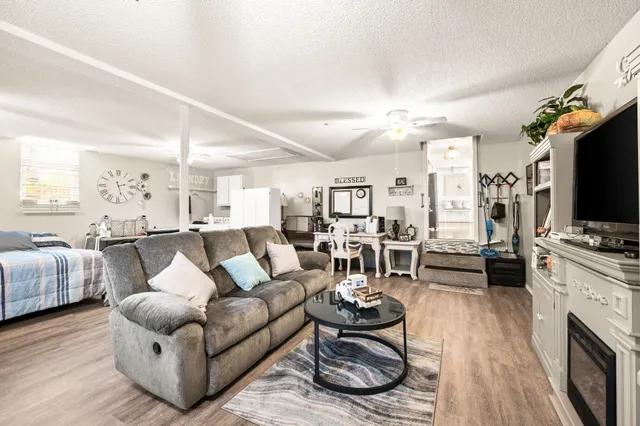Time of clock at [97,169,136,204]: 2:27
